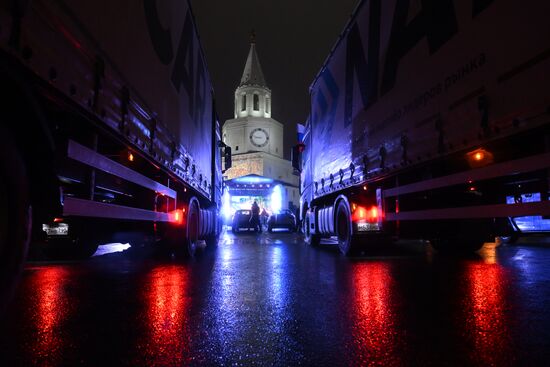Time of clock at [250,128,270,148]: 8:47
